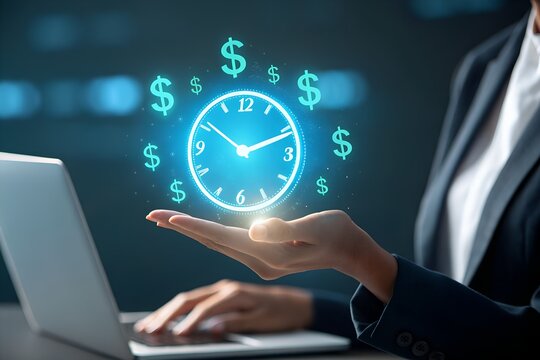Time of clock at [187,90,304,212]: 10:11
